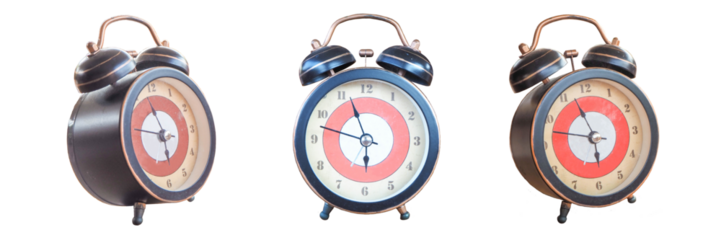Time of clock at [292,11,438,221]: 5:47
